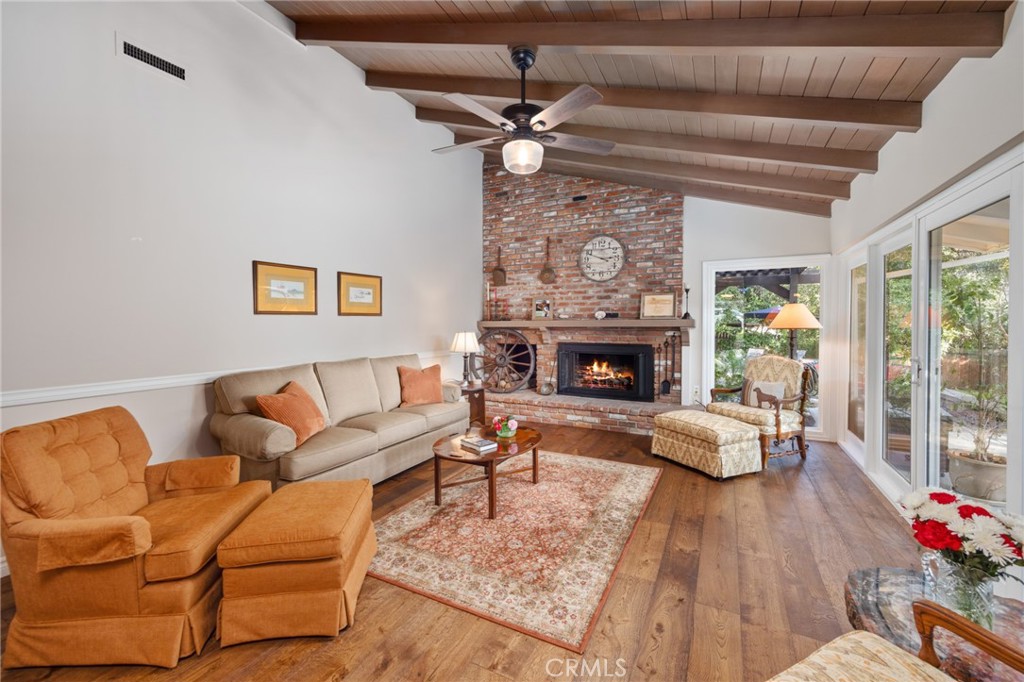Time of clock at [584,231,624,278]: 2:48
